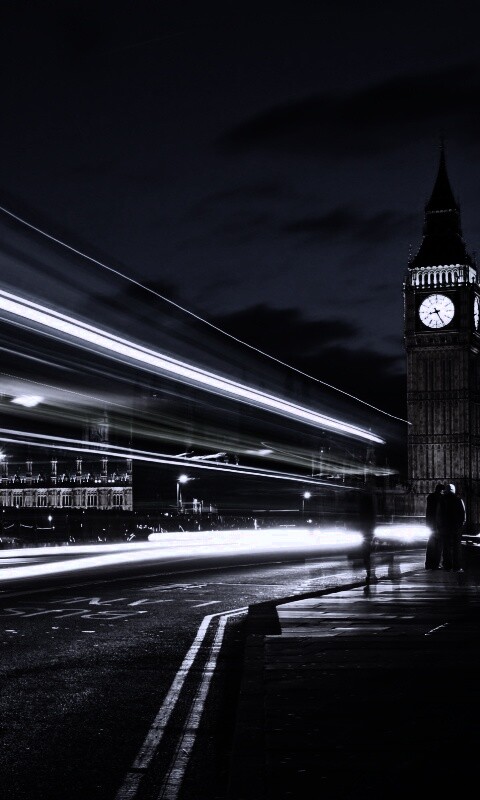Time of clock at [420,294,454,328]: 8:25
